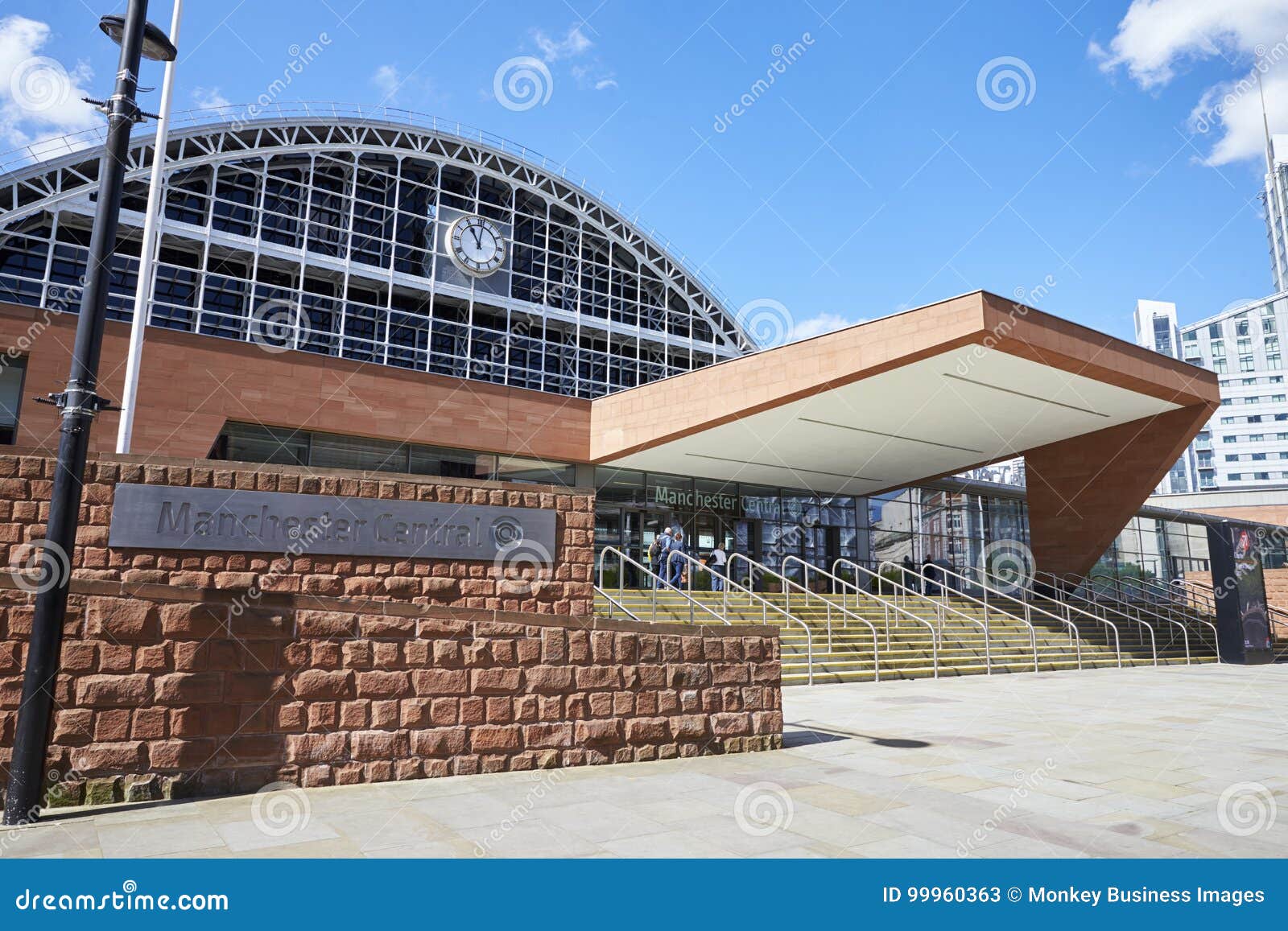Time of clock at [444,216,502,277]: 11:01
